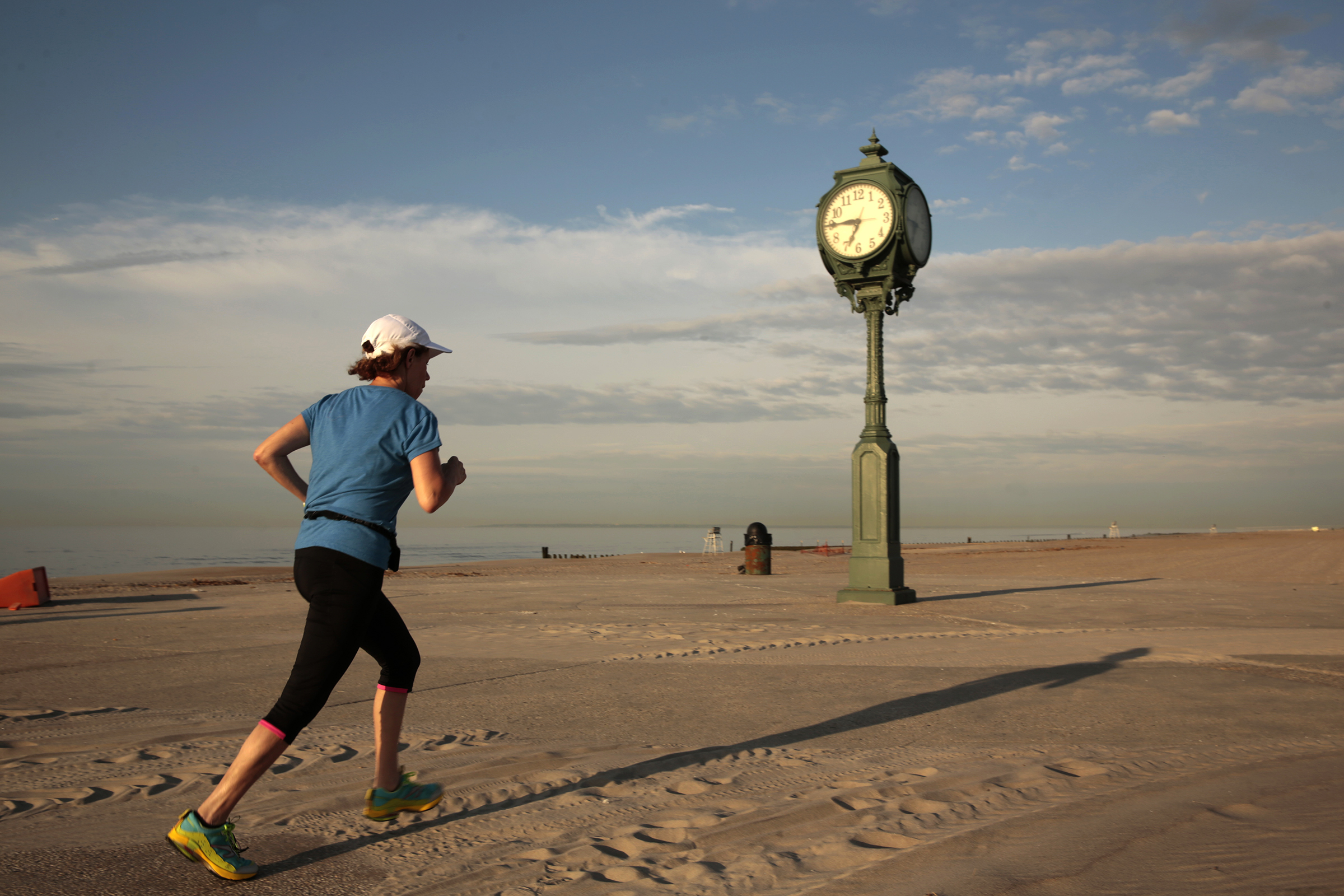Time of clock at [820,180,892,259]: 6:45
